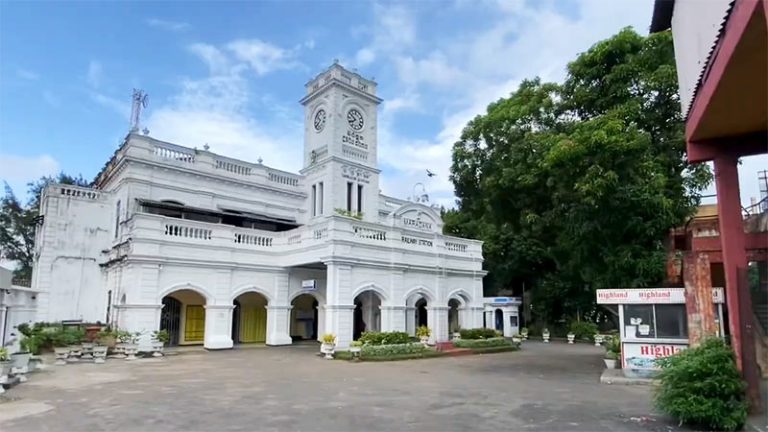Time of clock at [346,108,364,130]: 7:50
